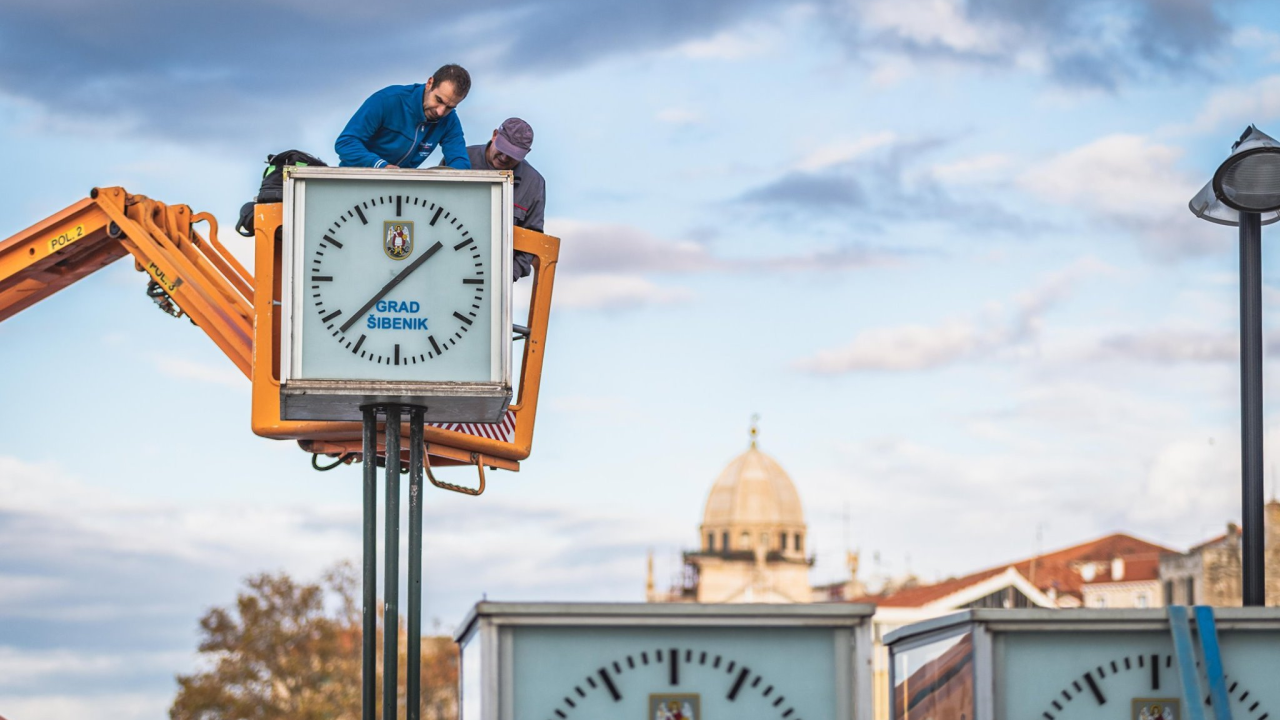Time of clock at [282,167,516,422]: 1:37
